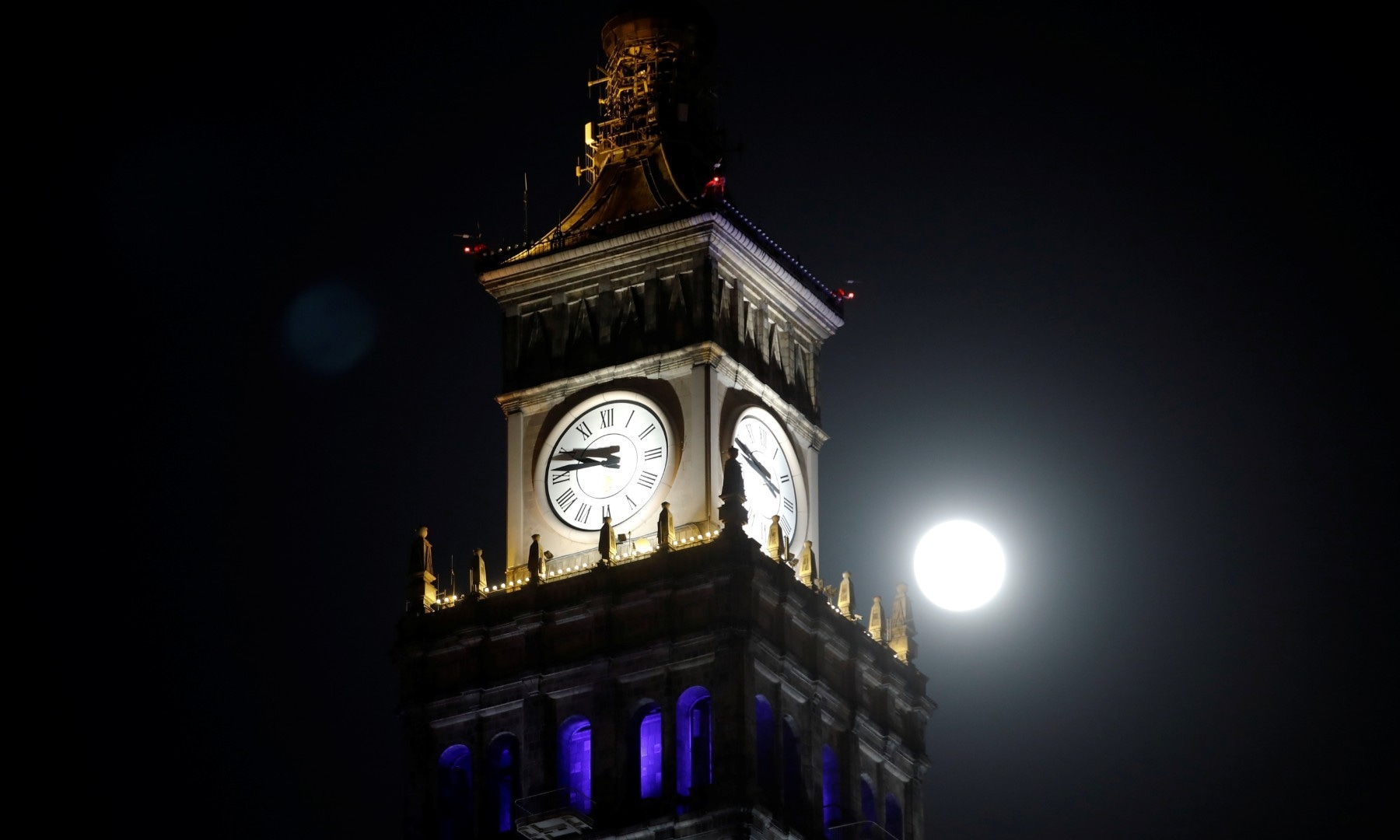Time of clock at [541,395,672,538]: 9:45
